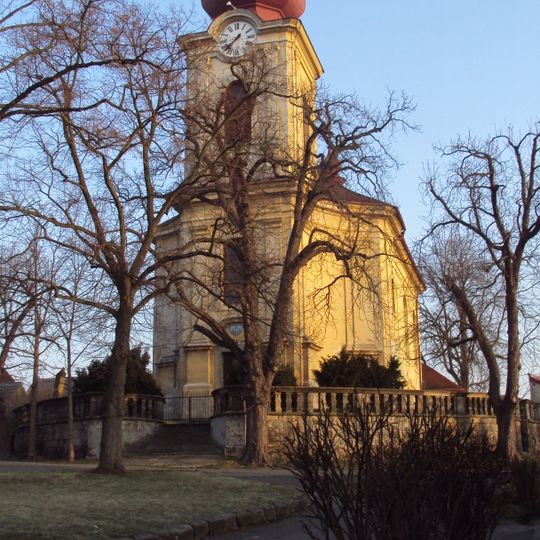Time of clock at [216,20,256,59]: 7:37
